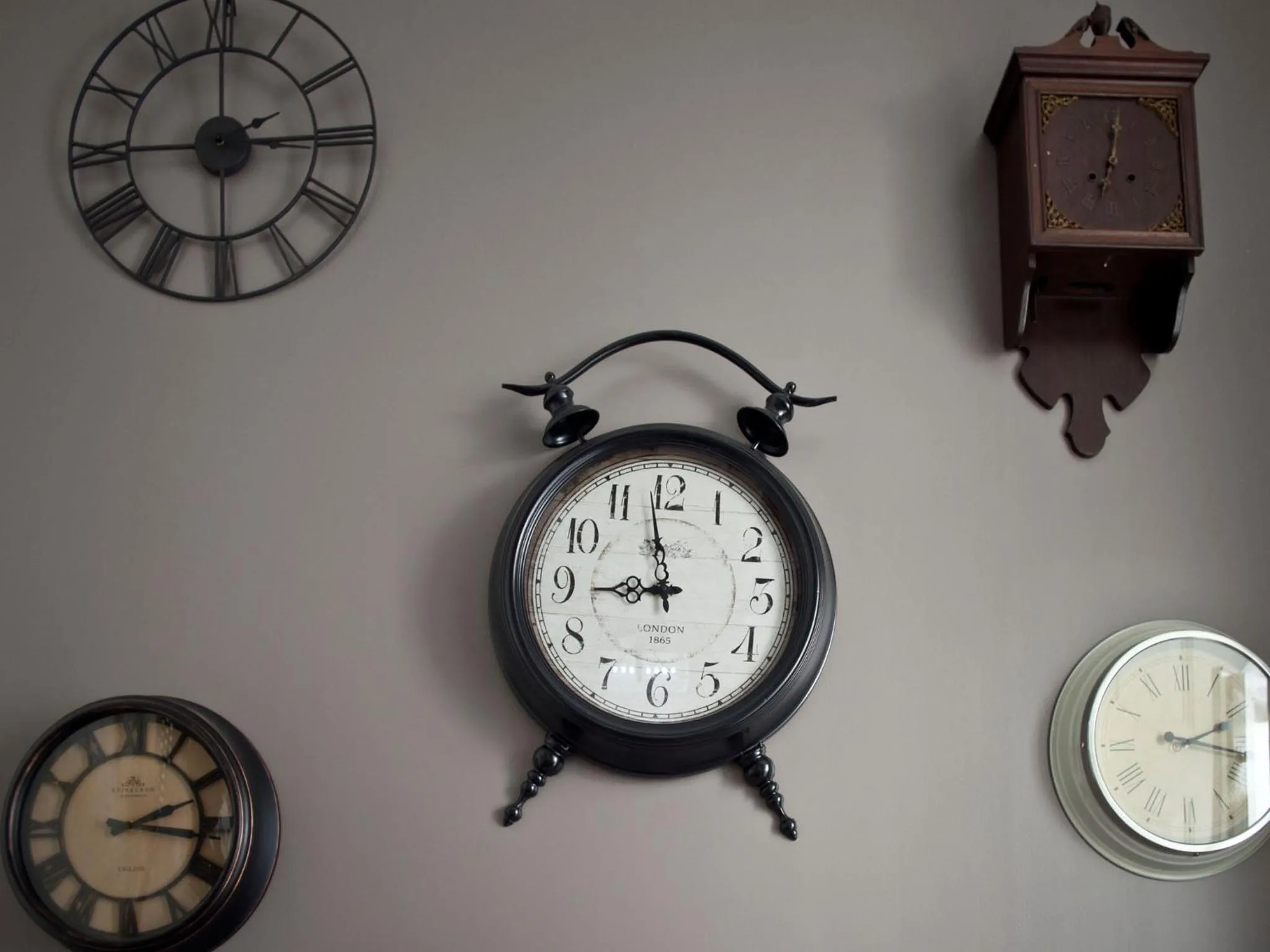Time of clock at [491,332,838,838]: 8:58
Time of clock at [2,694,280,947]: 2:16
